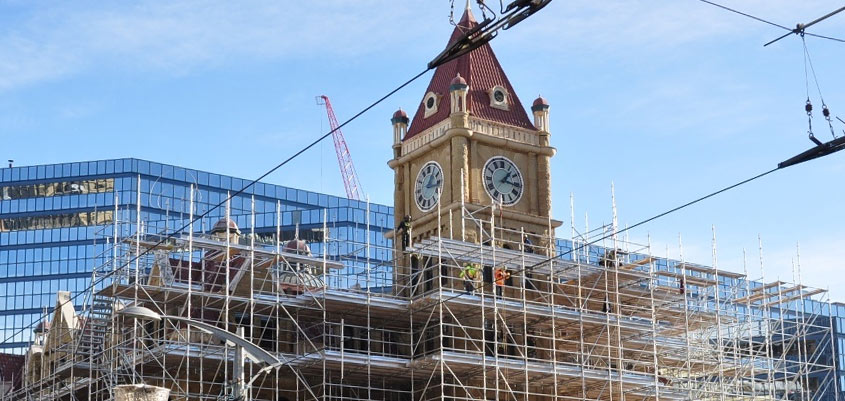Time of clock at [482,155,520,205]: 1:16
